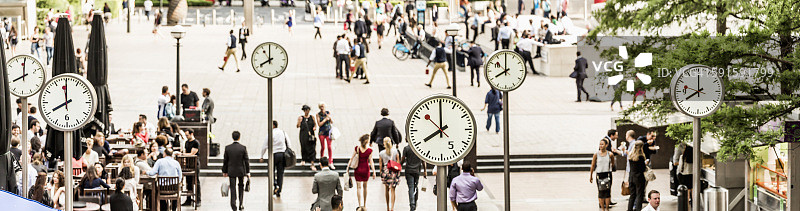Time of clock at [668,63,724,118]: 8:00
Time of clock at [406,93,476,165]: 7:59
